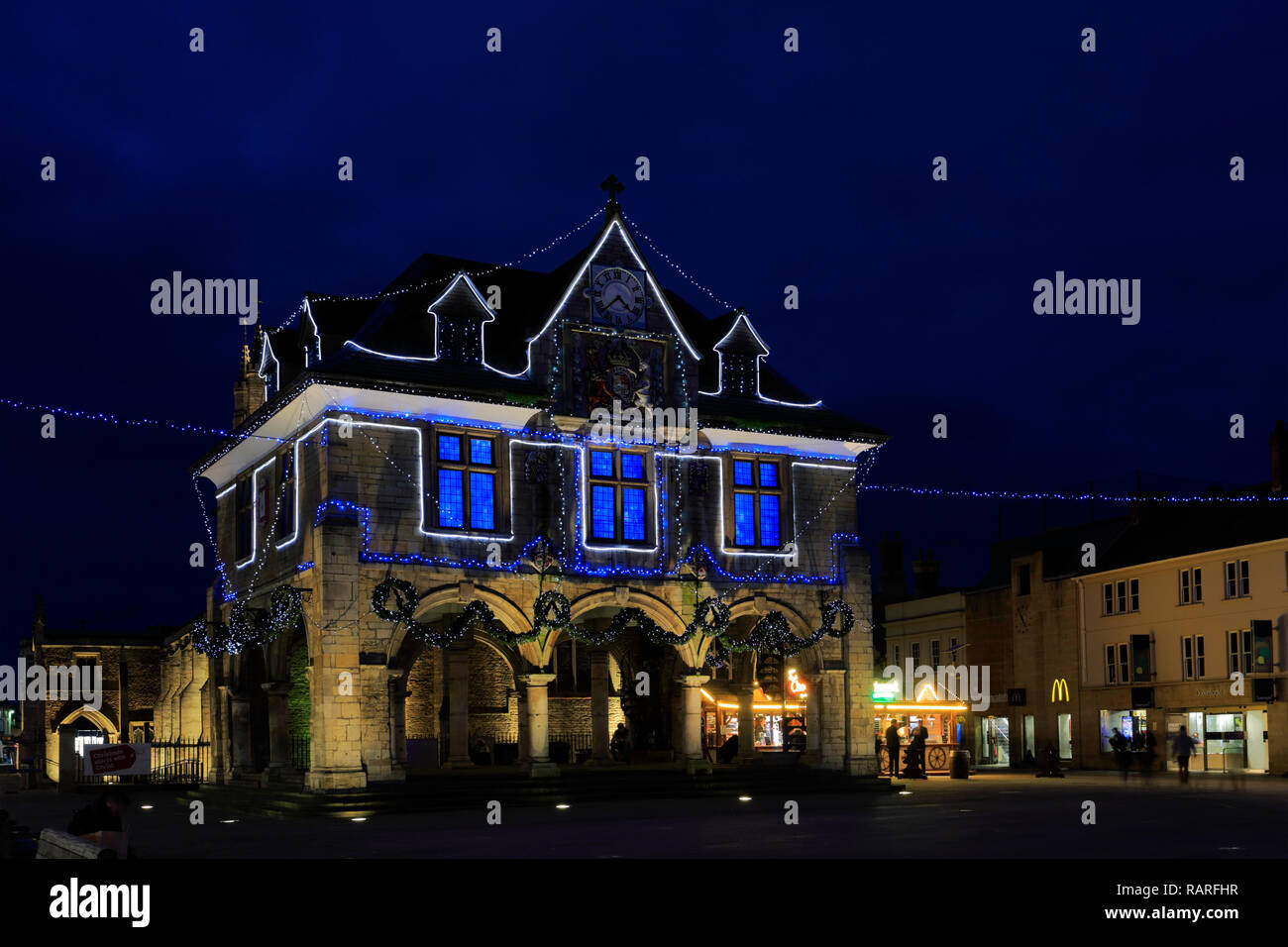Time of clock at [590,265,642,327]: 4:37
